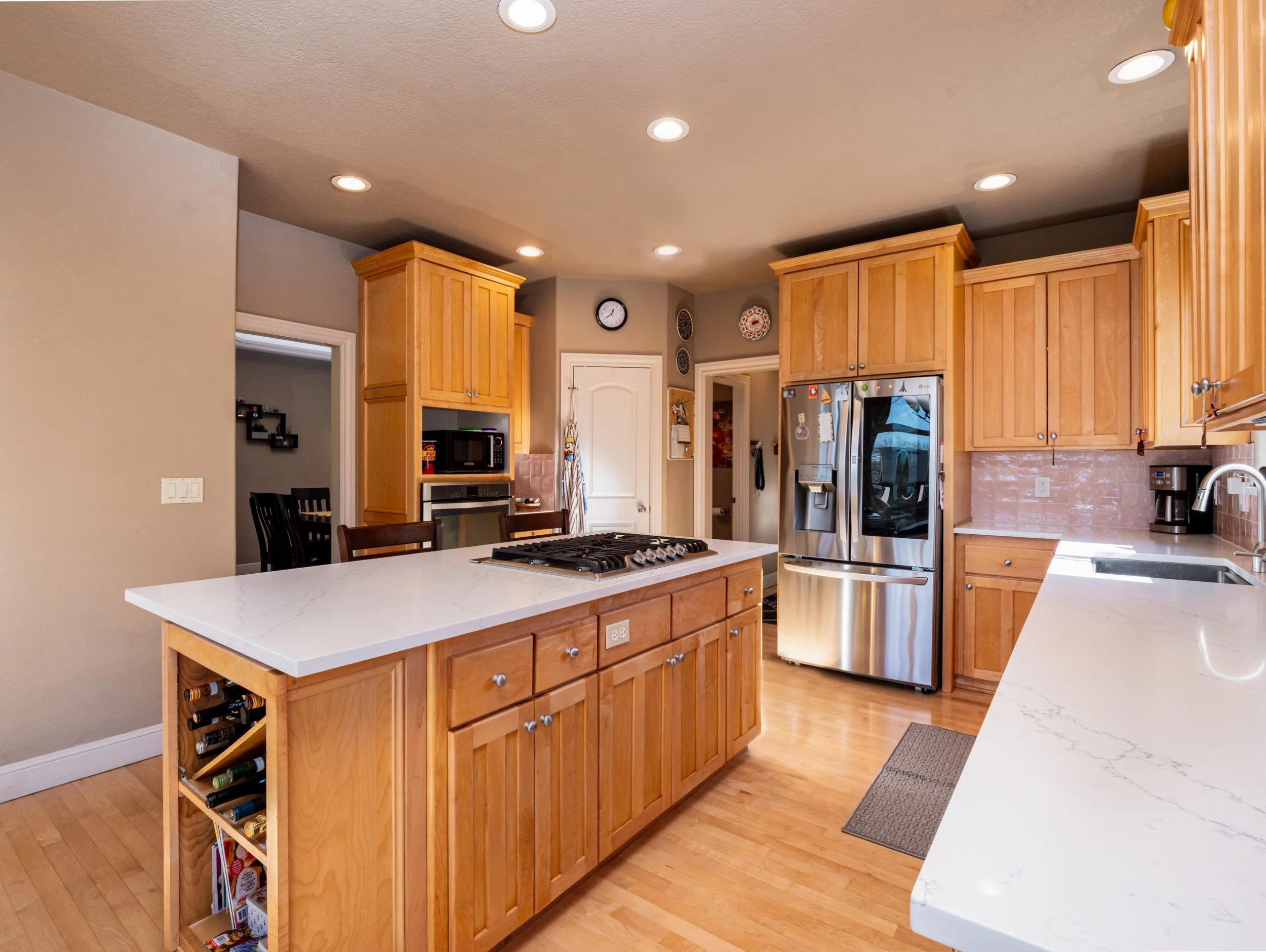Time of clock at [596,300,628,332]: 12:39
